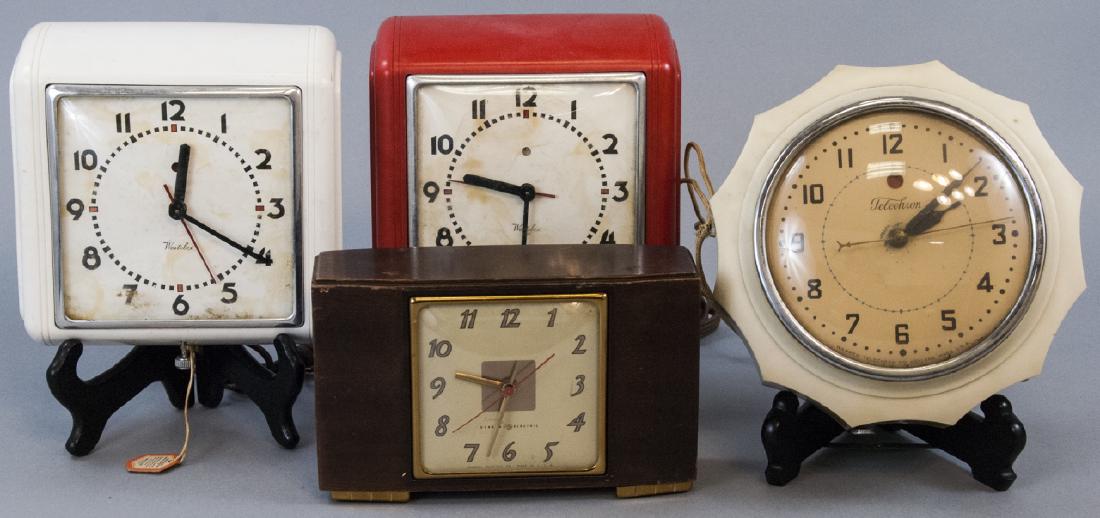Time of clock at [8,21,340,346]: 12:20
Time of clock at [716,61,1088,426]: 2:09
